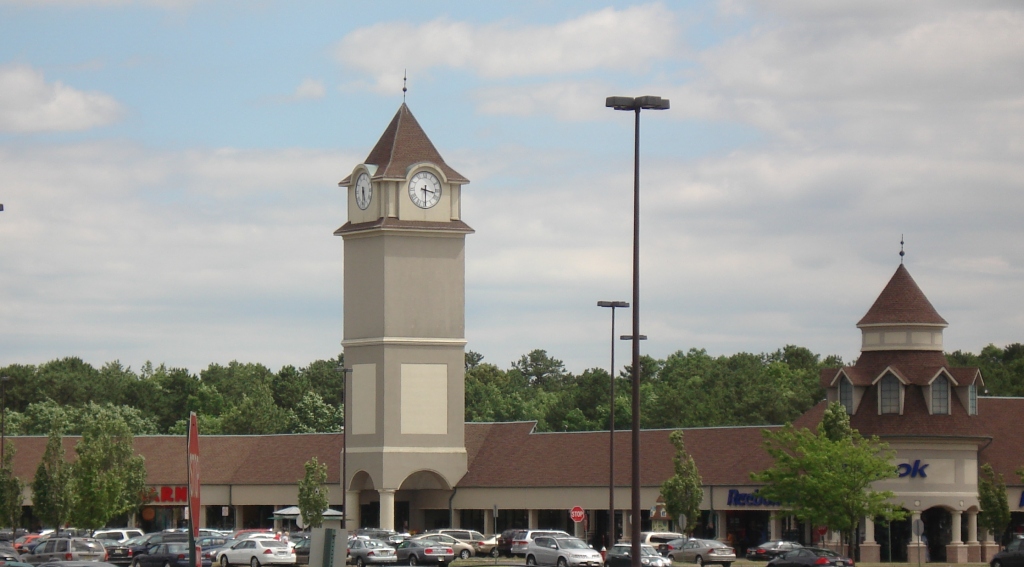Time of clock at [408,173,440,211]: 3:29
